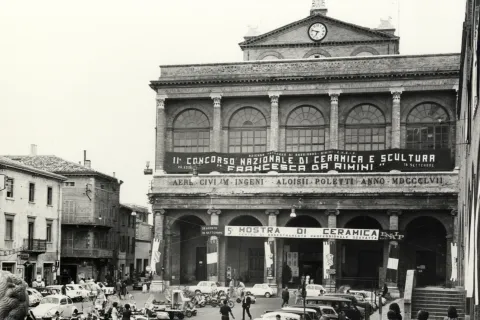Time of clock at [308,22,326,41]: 6:47
